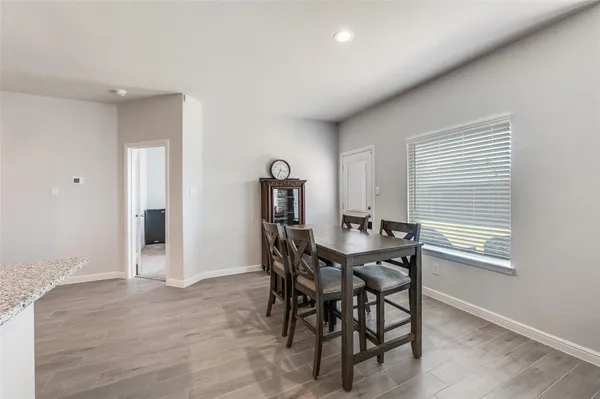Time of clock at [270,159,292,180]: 3:35
